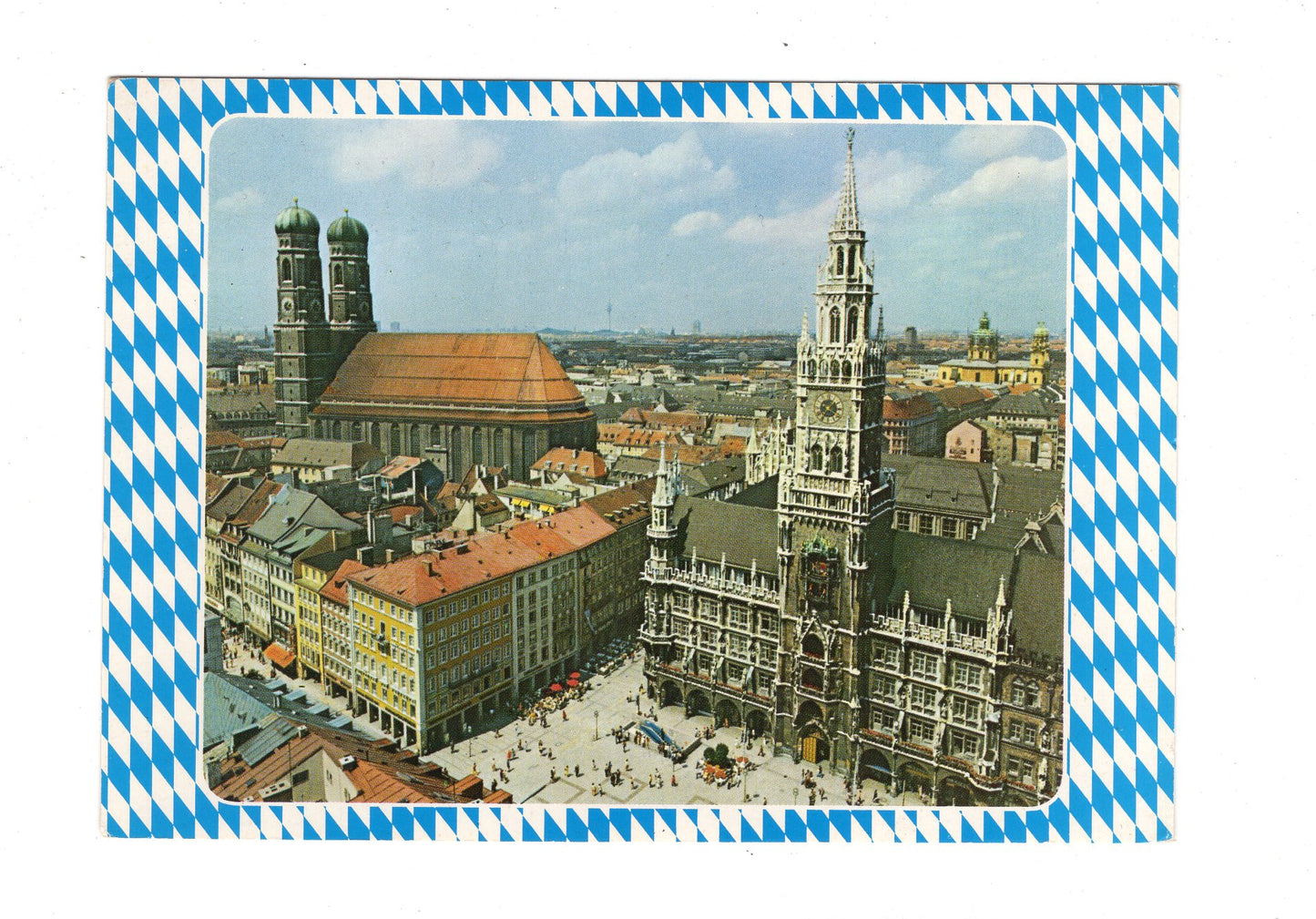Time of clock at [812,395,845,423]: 1:35
